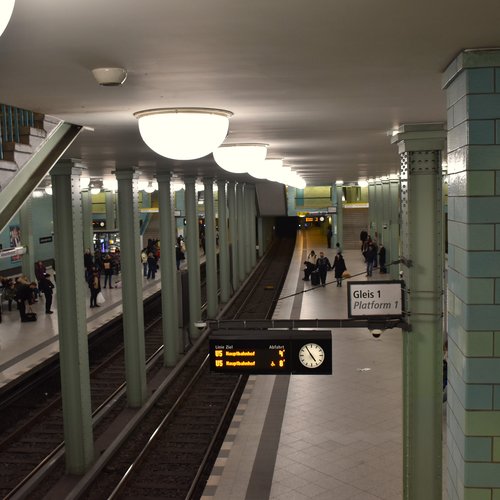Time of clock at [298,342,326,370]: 4:54
